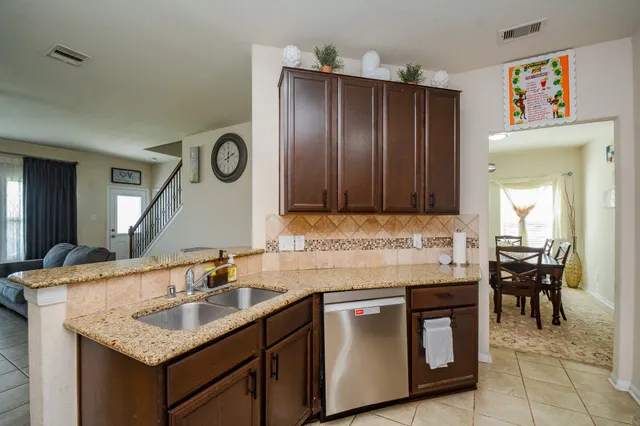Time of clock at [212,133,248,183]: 12:11
